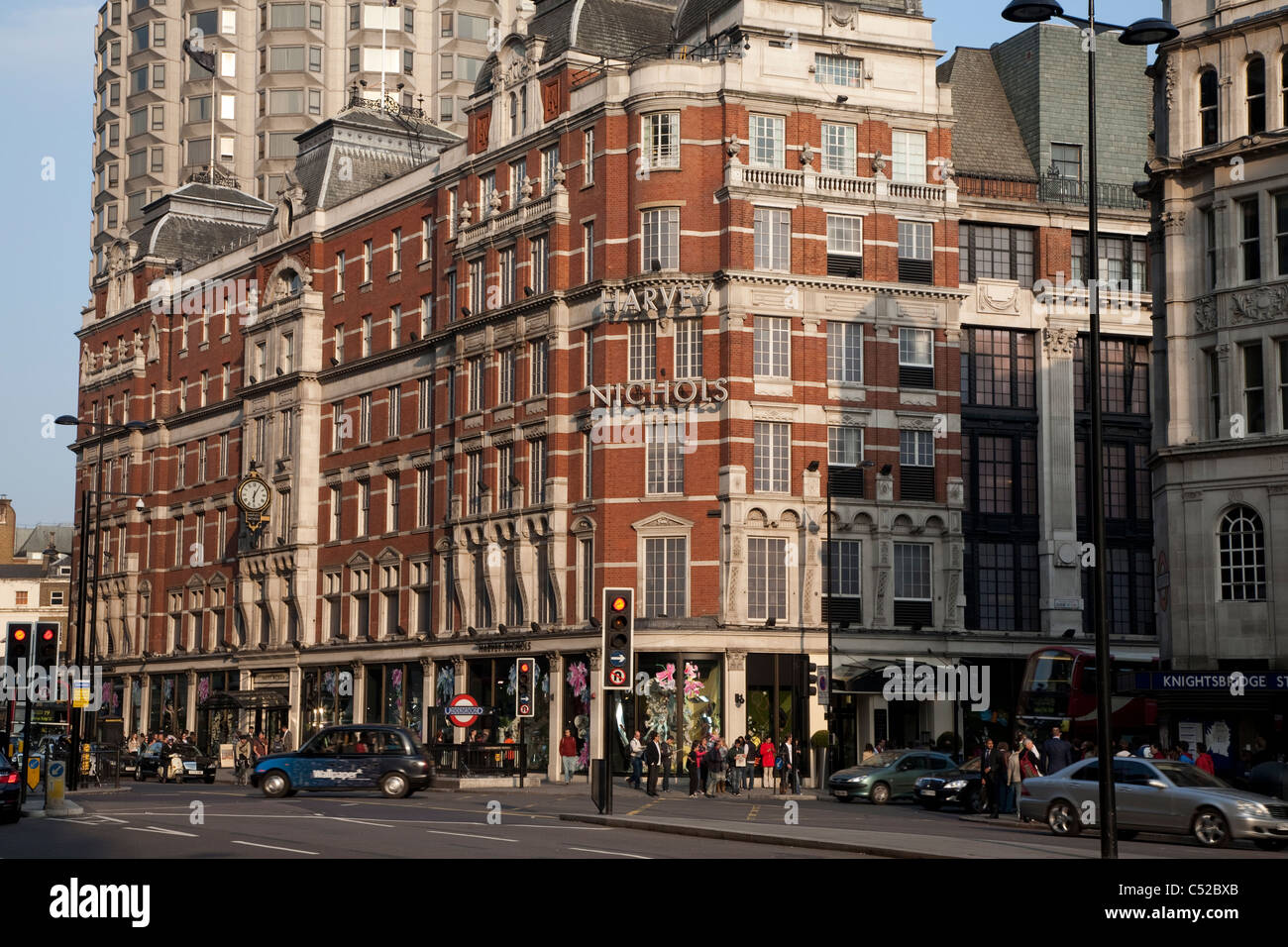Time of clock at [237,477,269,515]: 6:05
